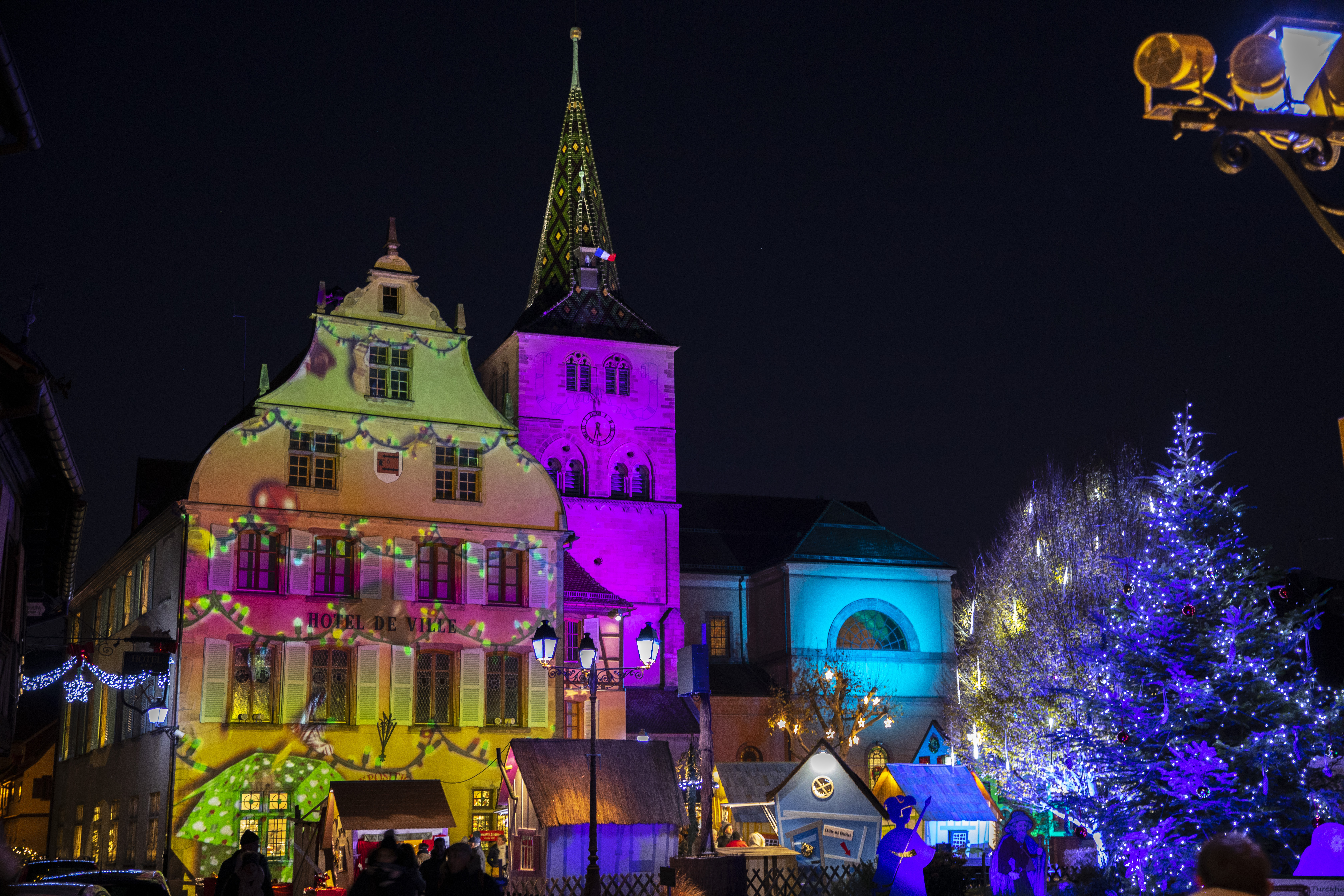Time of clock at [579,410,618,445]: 5:32
